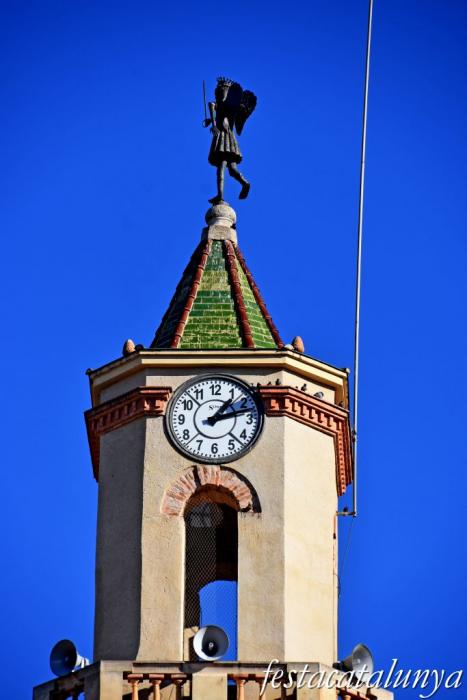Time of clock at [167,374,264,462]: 1:12
